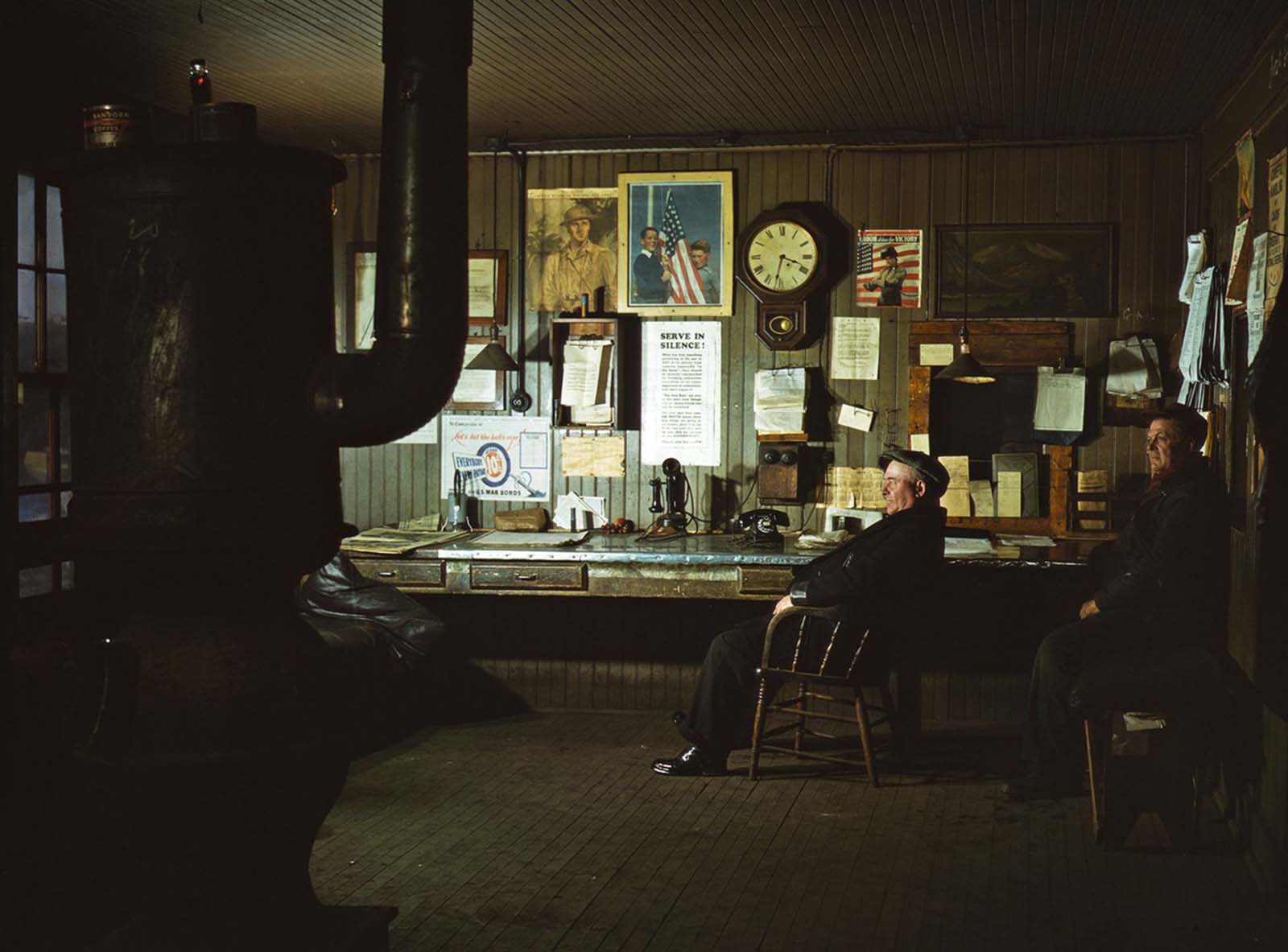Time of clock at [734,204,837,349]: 3:32
